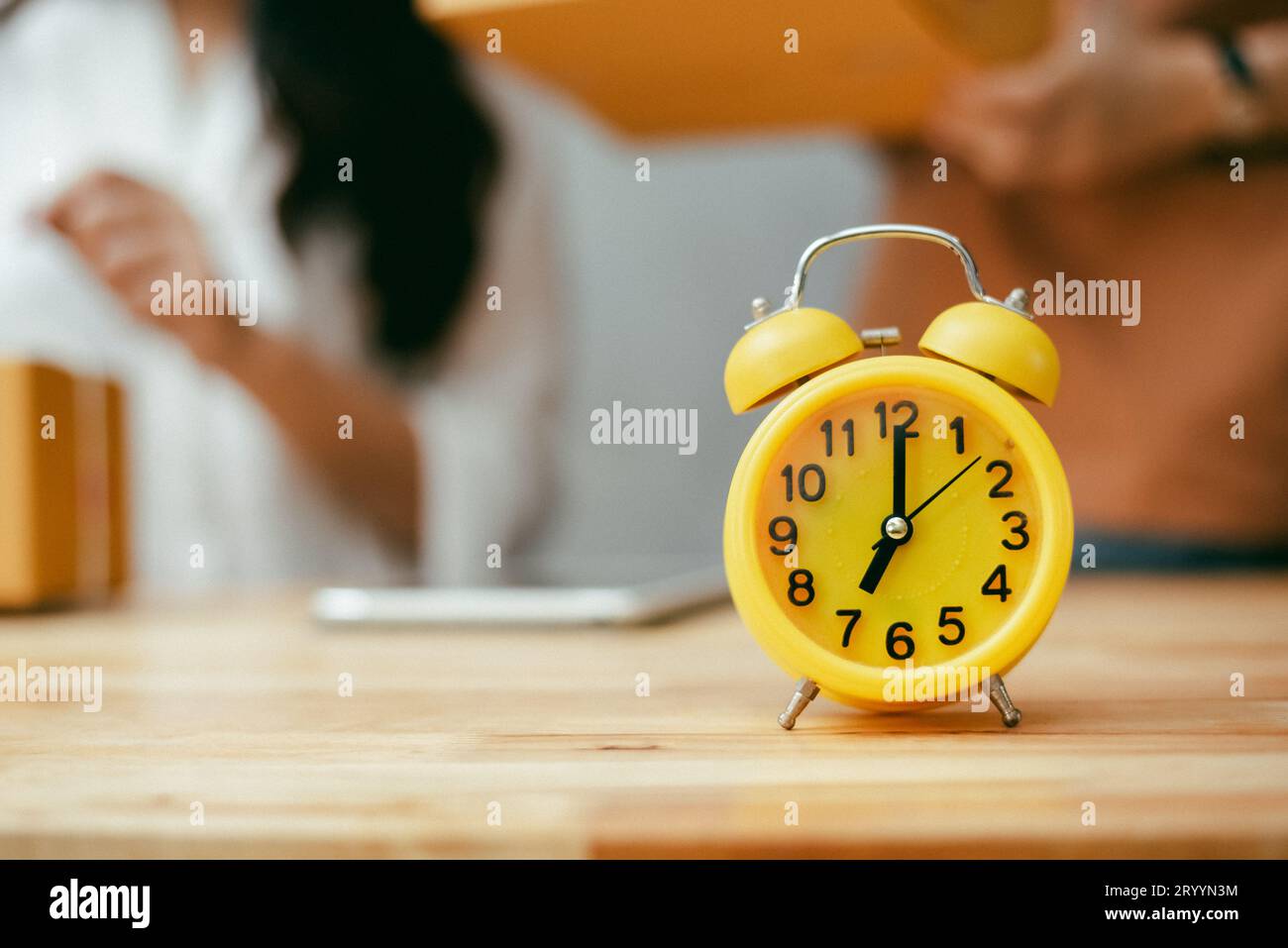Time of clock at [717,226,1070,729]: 7:00
